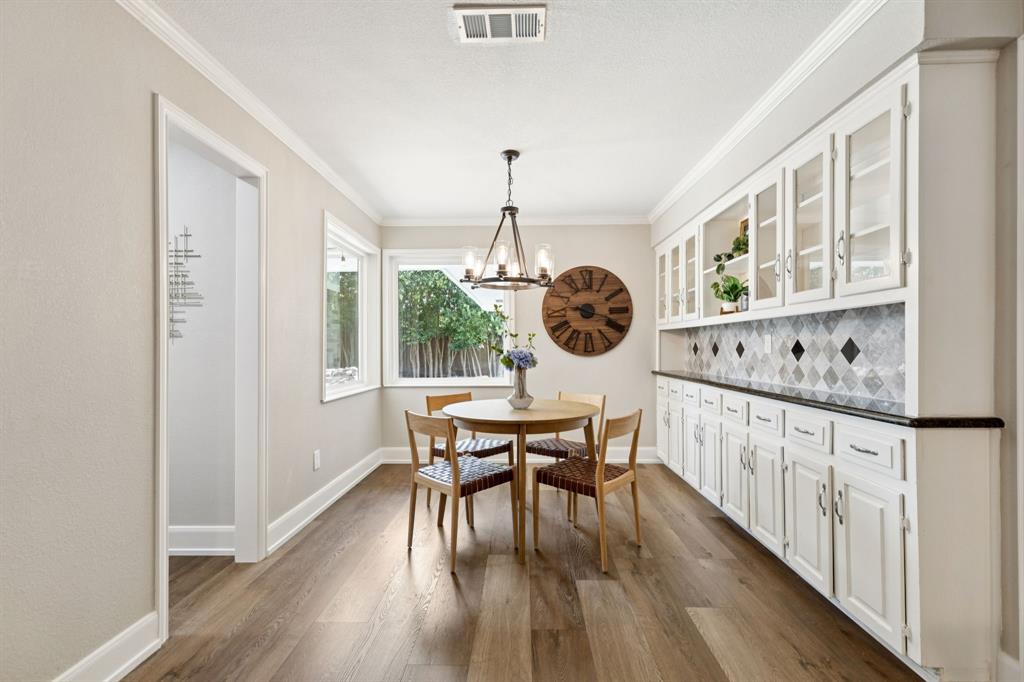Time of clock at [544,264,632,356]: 9:17
